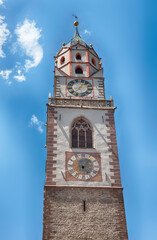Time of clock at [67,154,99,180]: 6:24
